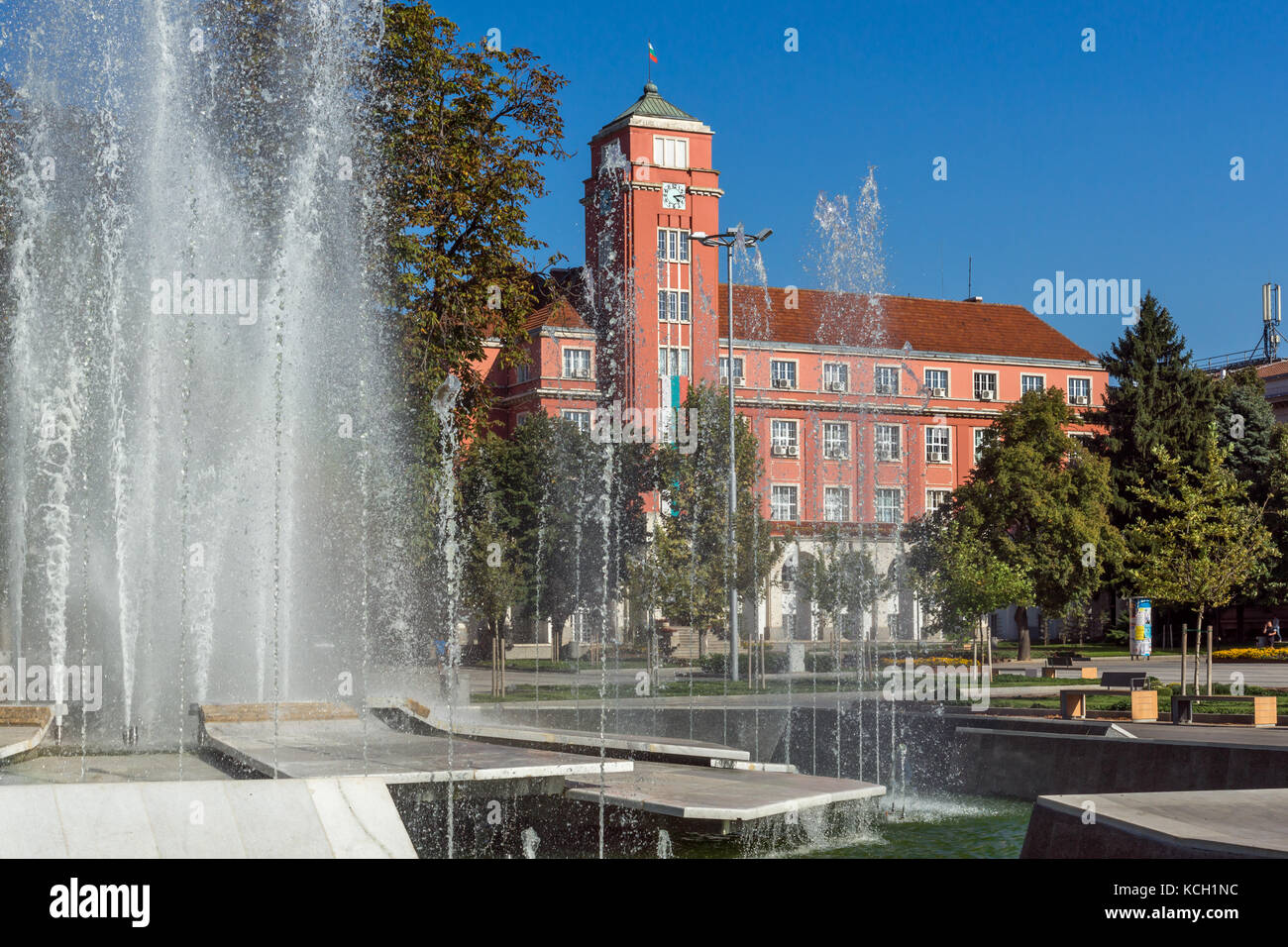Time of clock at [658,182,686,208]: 4:13
